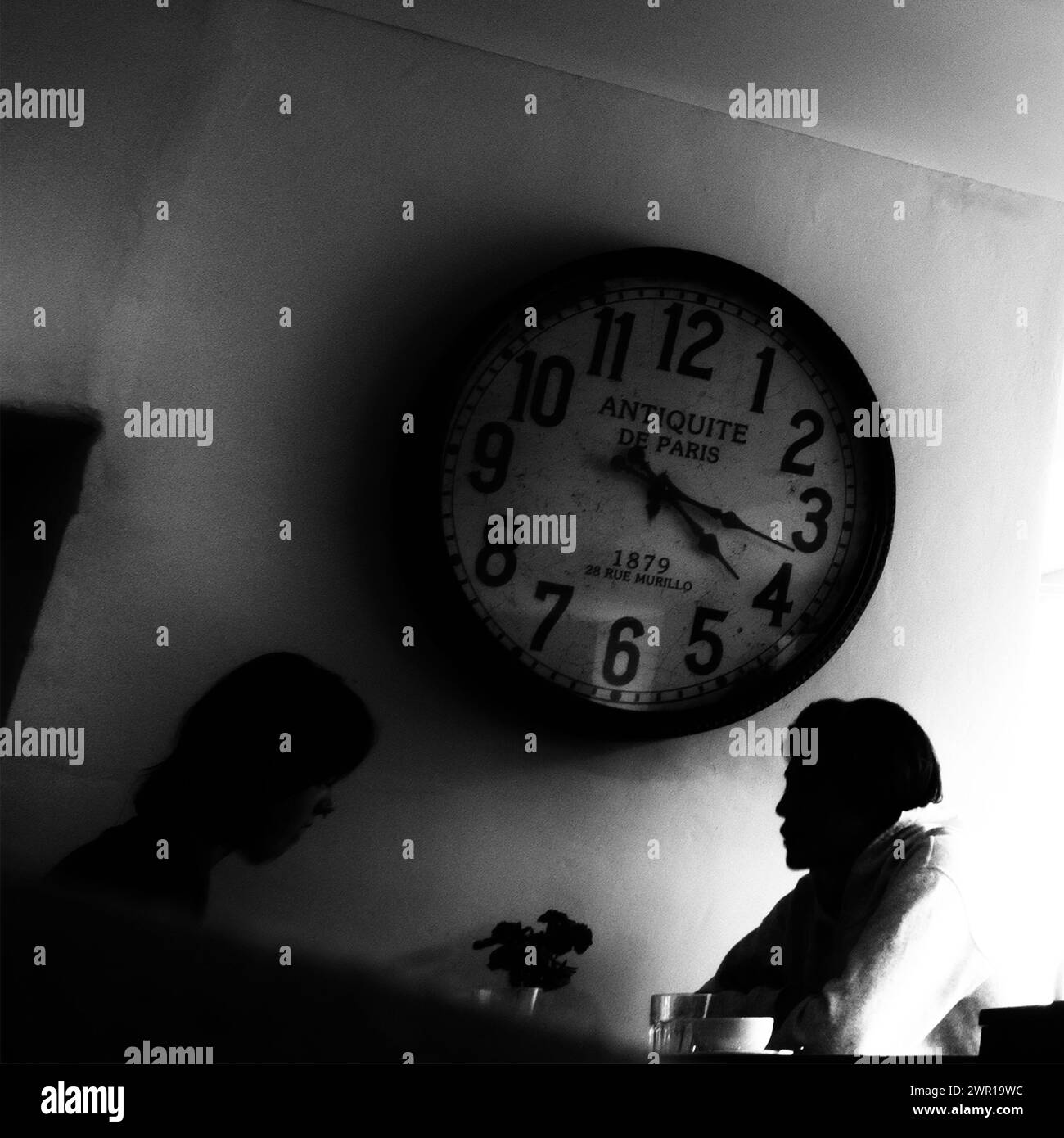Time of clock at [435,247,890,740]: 4:17
